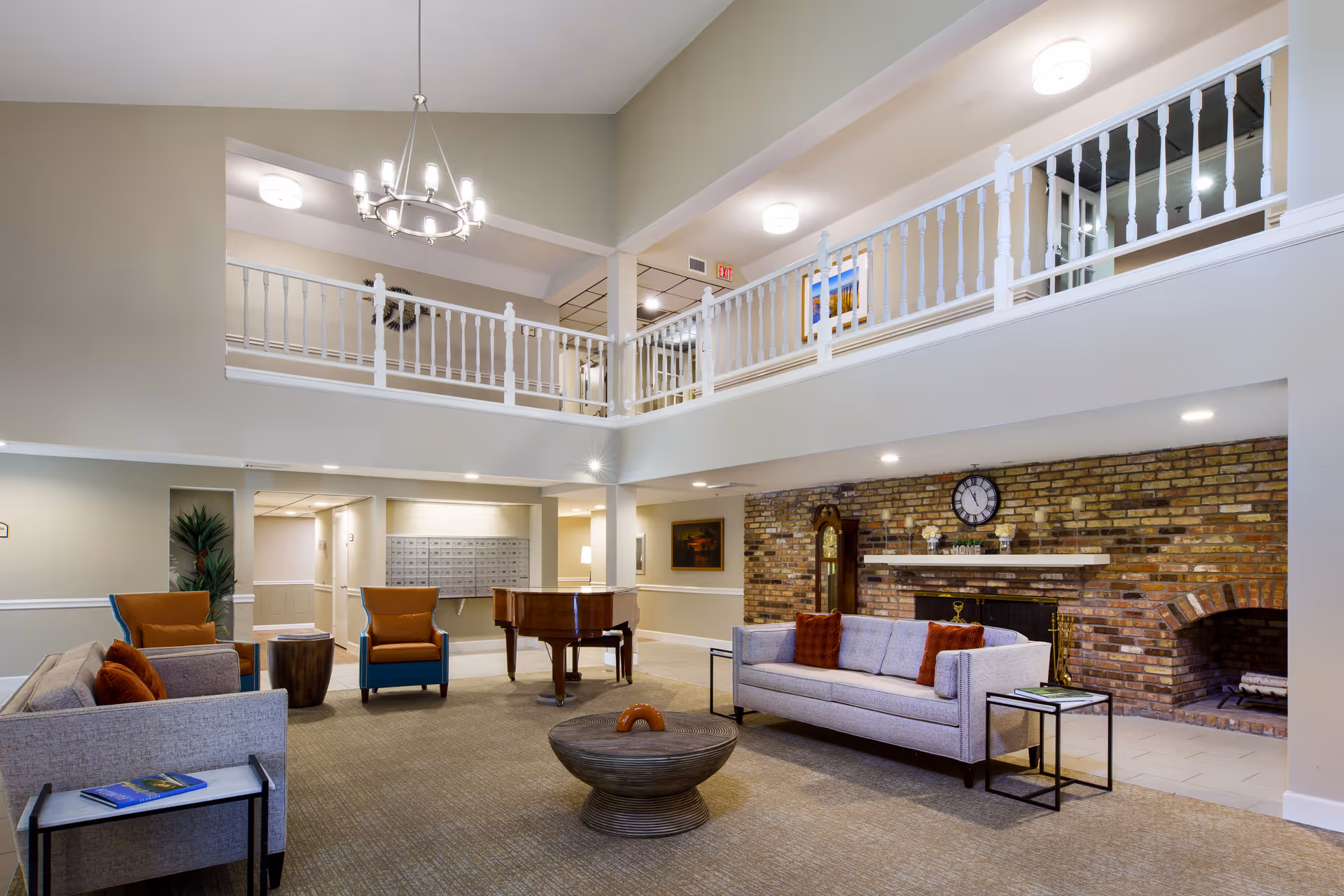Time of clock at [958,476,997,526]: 11:55
